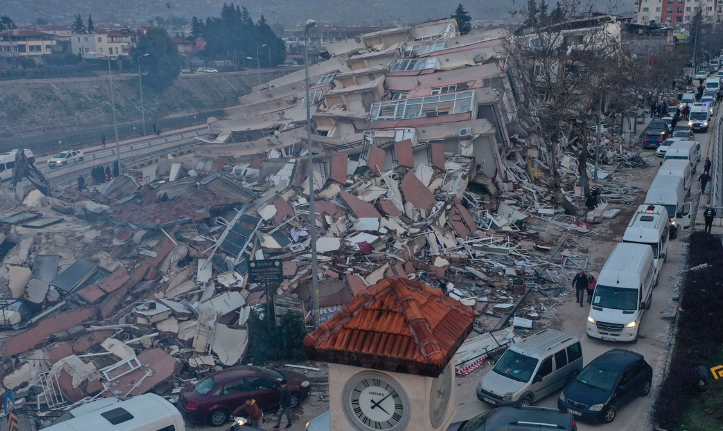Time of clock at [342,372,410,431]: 4:08
